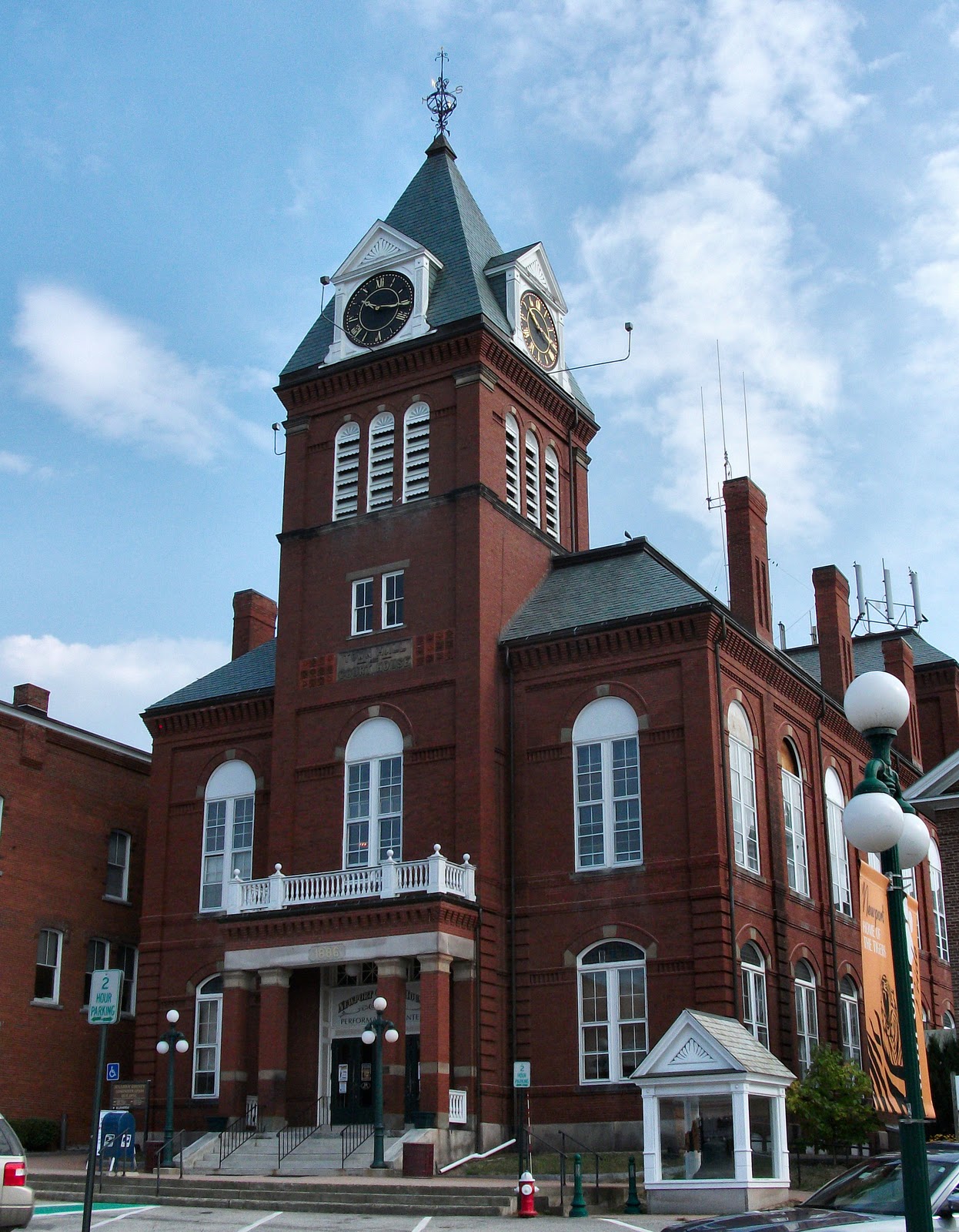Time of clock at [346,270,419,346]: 10:15
